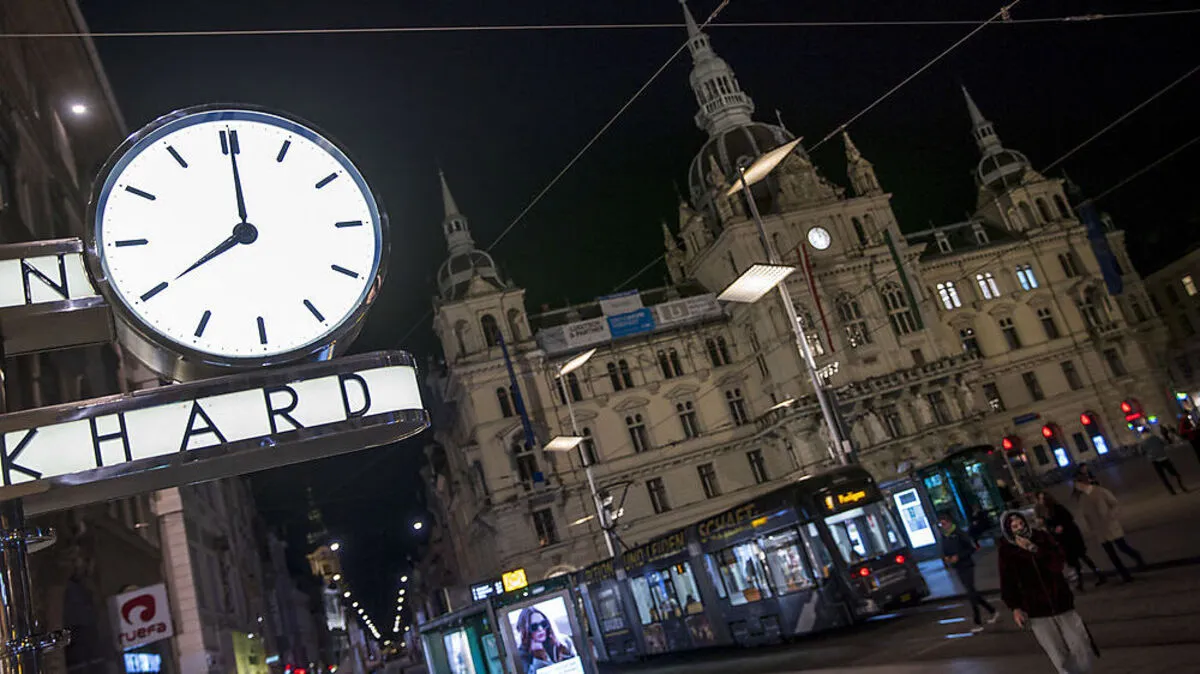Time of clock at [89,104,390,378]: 8:00
